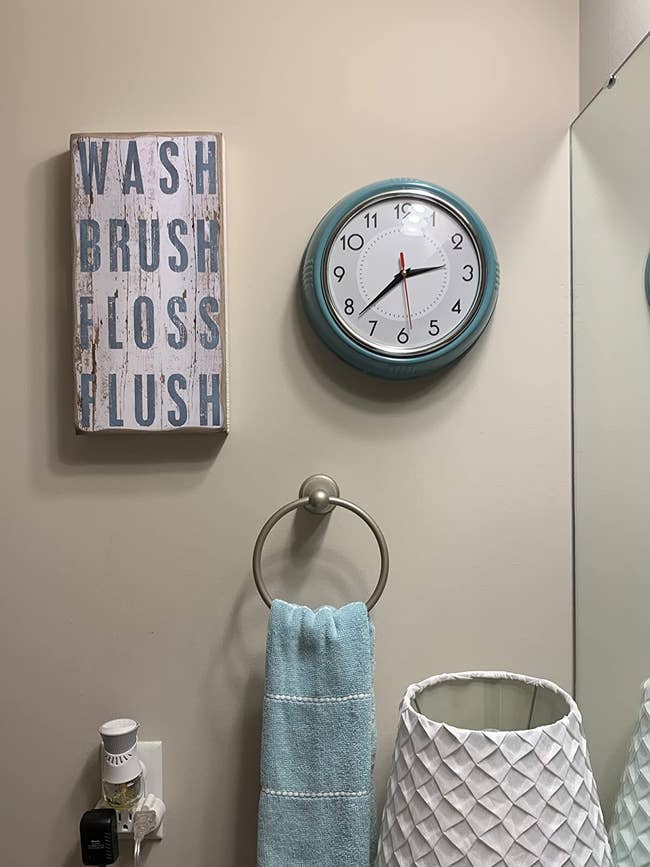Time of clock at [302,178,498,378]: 2:38
